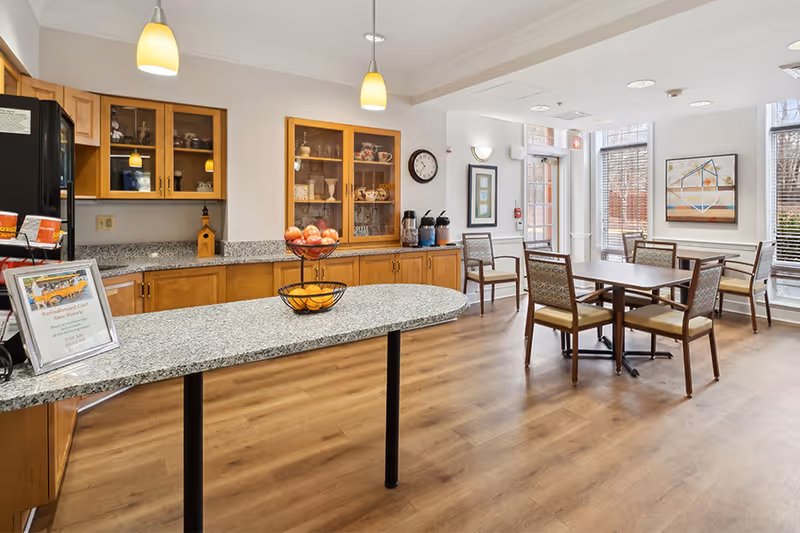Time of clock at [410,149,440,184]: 10:35
